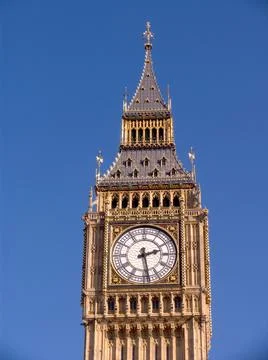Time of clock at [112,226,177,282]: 2:28
